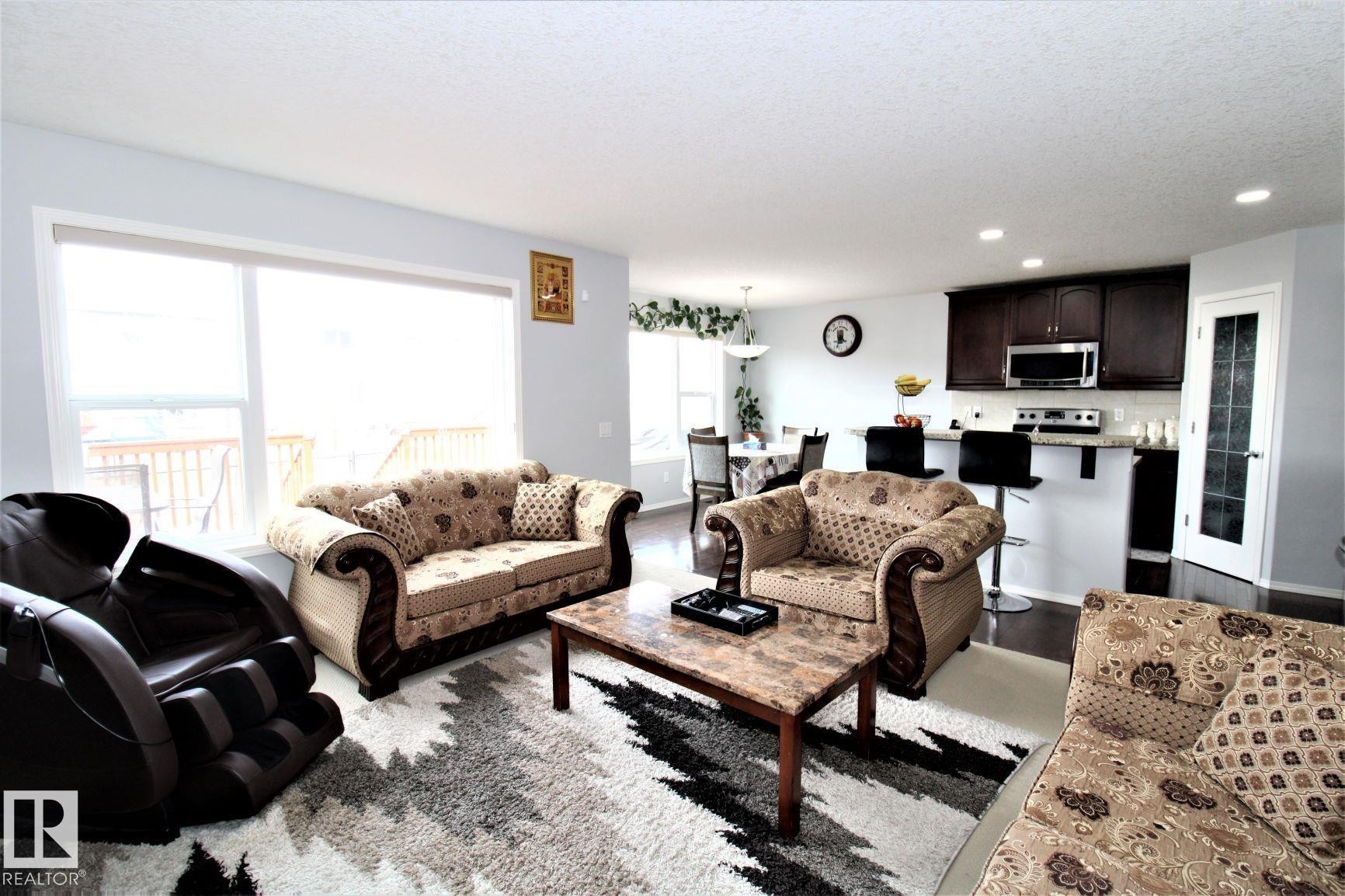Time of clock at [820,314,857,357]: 4:32
